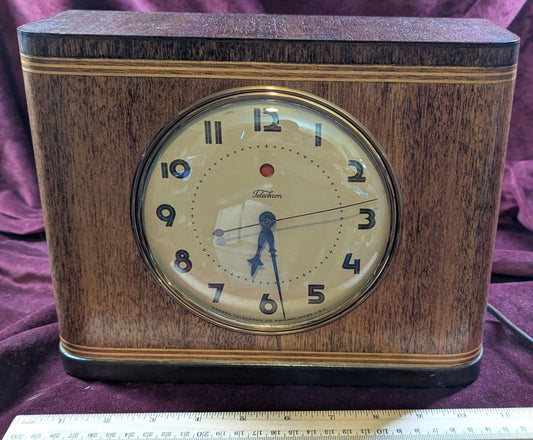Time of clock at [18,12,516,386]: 6:28
